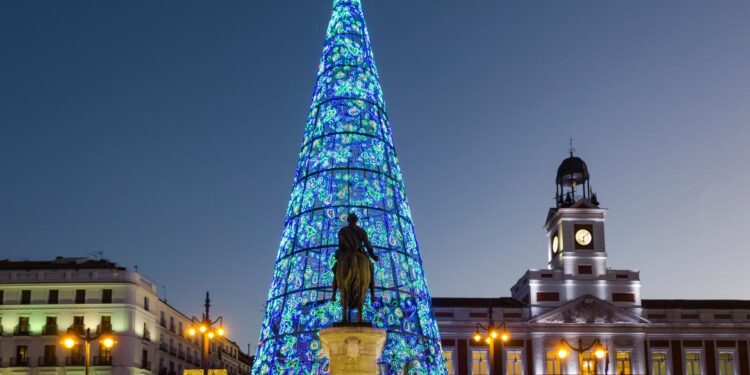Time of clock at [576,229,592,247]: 6:08
